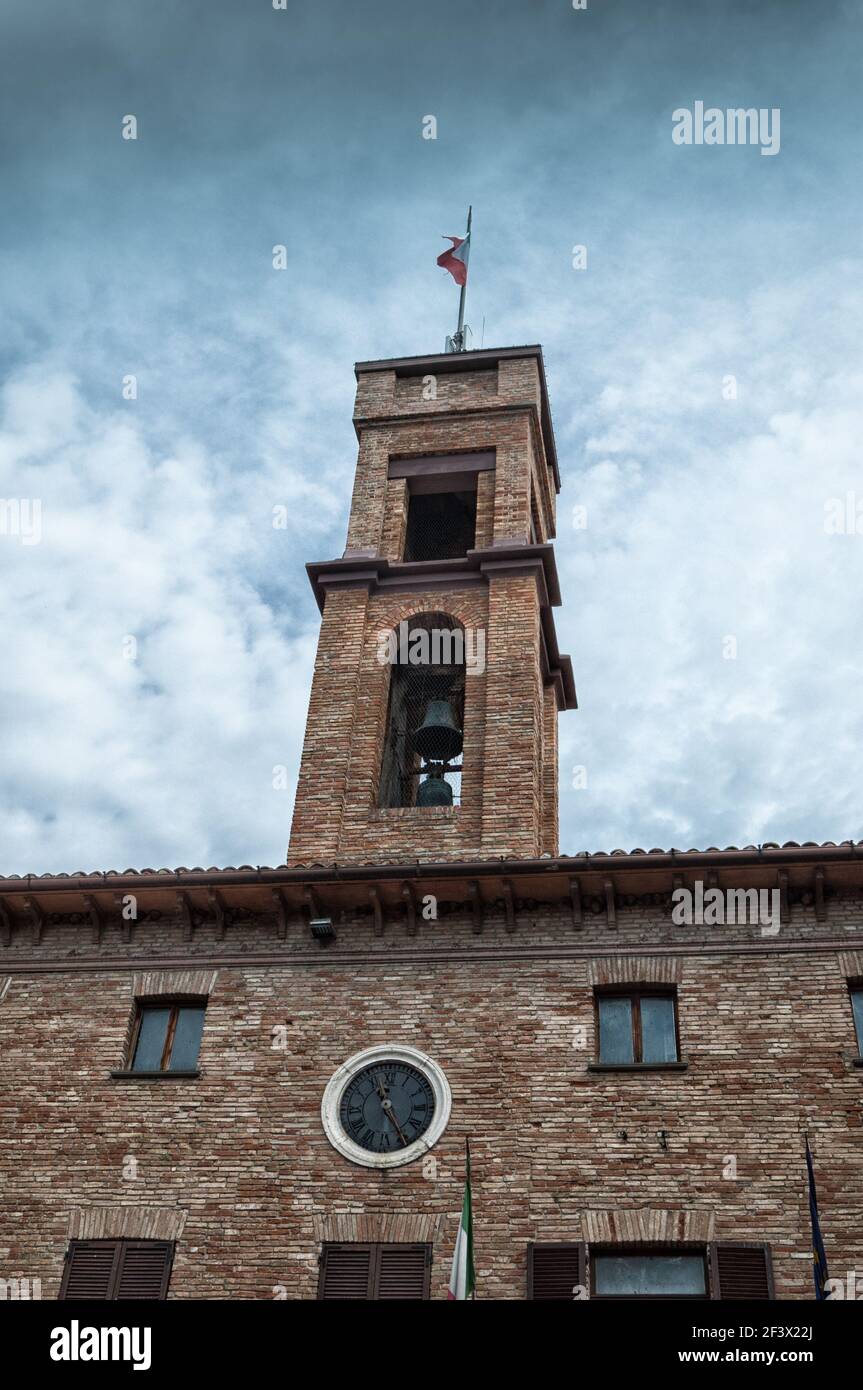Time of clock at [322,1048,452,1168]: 11:25
